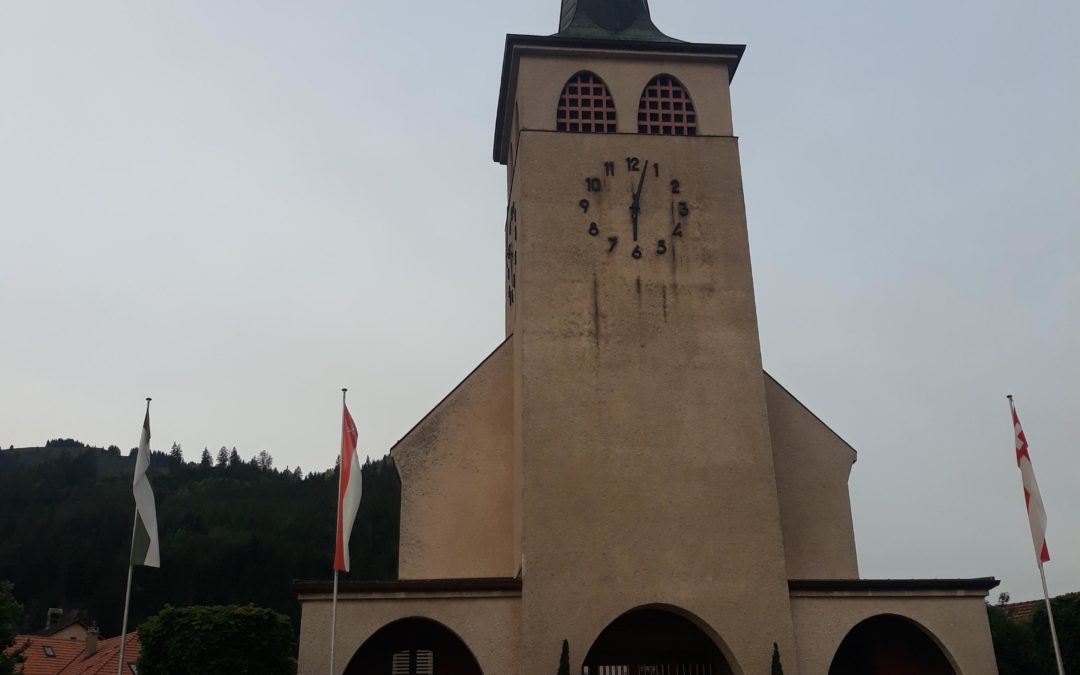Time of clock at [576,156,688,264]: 6:02
